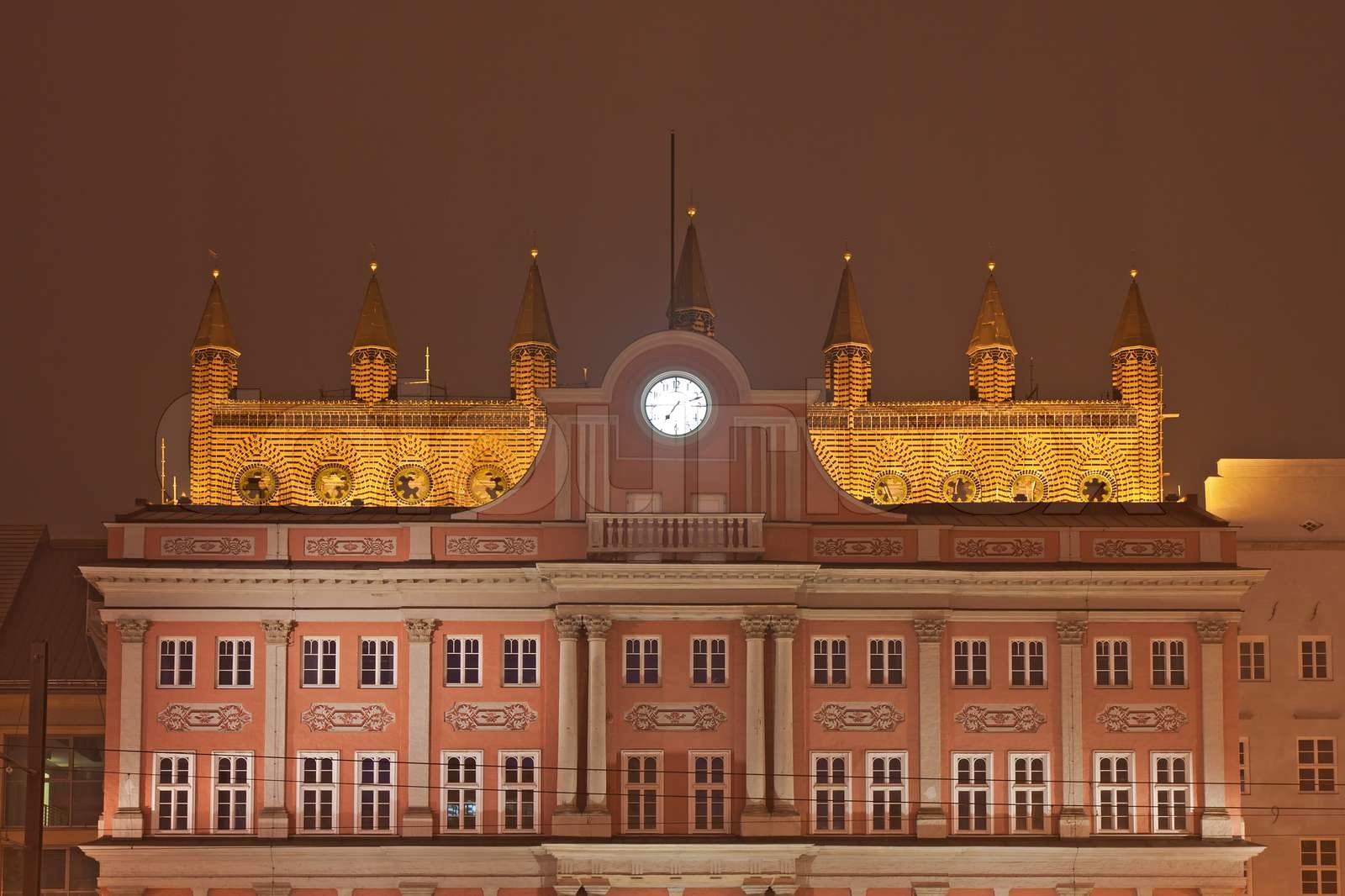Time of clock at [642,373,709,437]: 7:11
